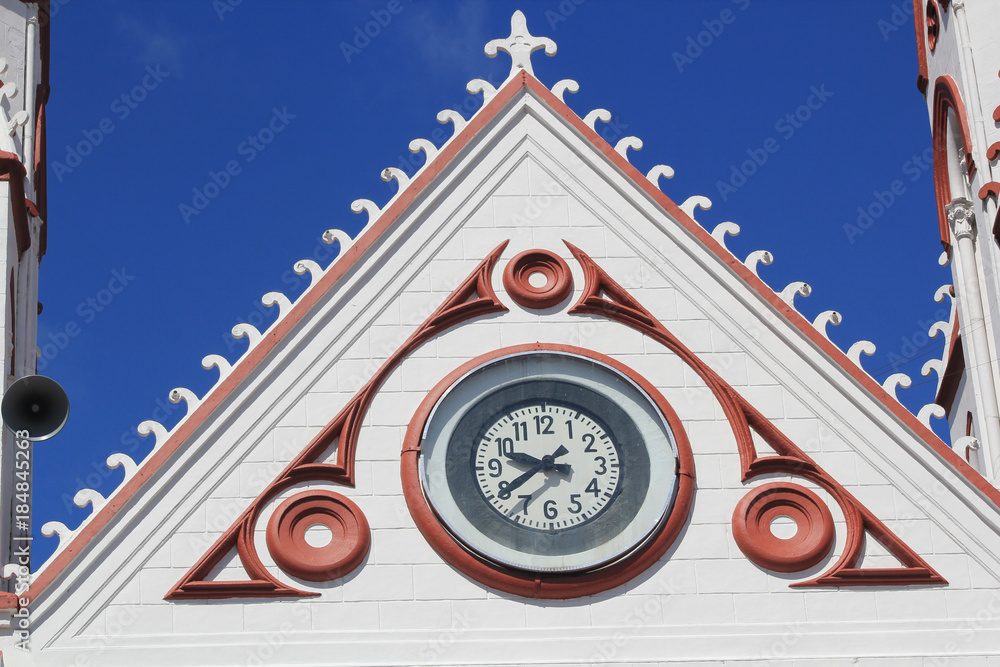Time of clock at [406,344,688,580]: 9:38
